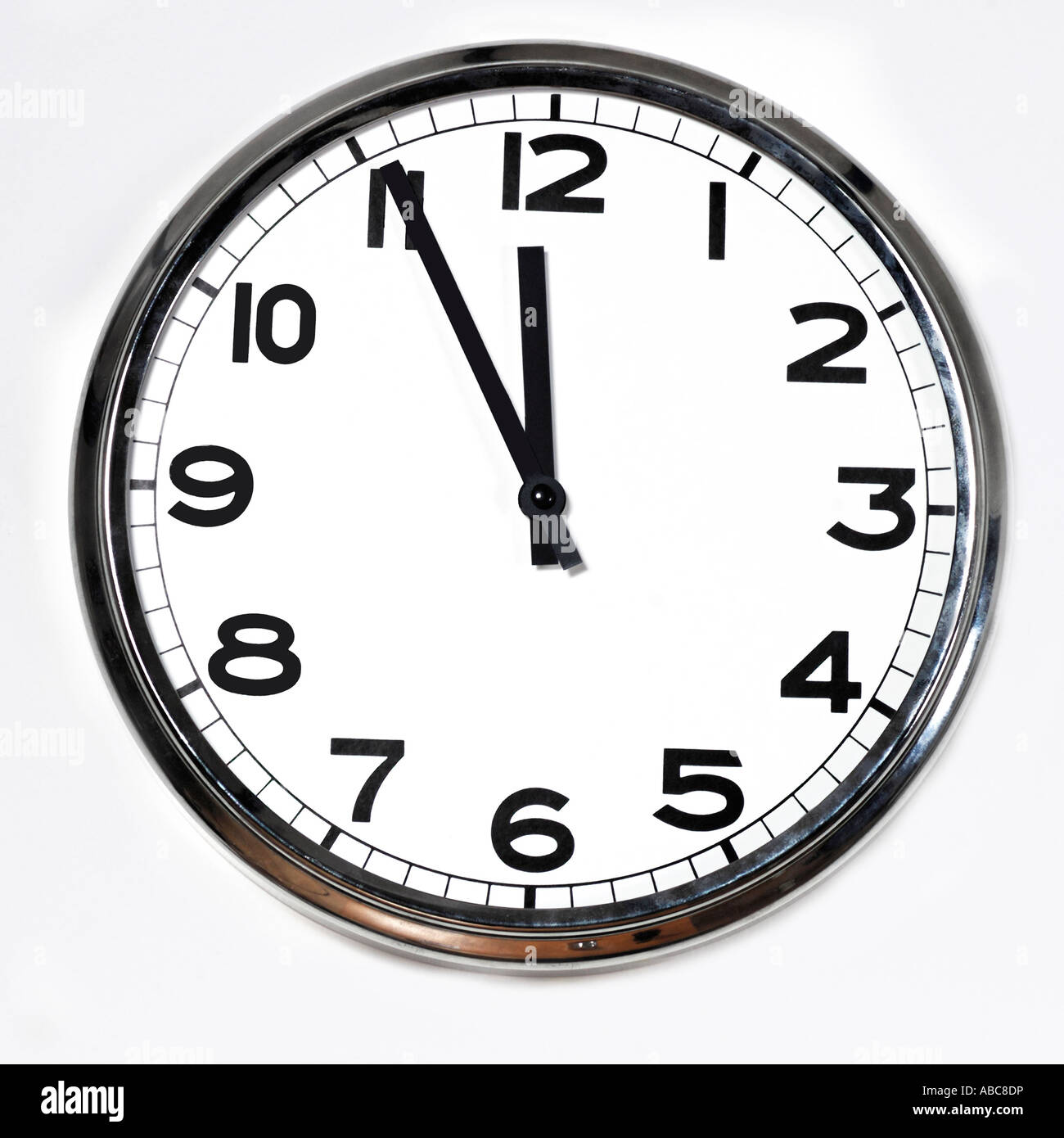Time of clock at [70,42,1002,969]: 11:55
